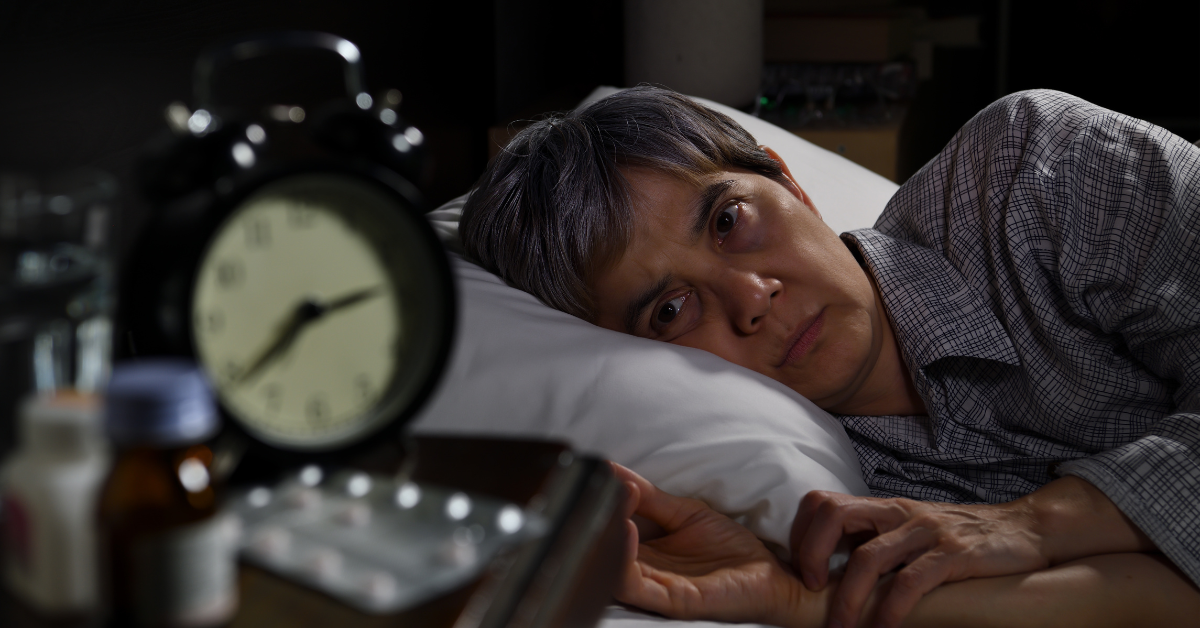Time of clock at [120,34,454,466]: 2:38
